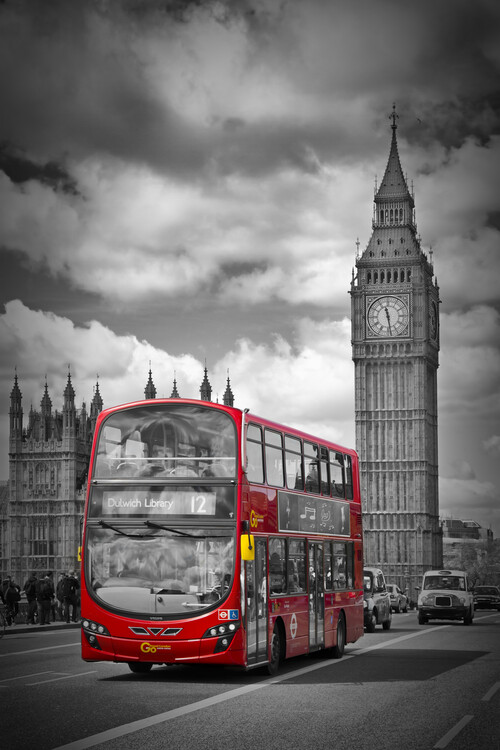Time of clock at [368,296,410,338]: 11:28
